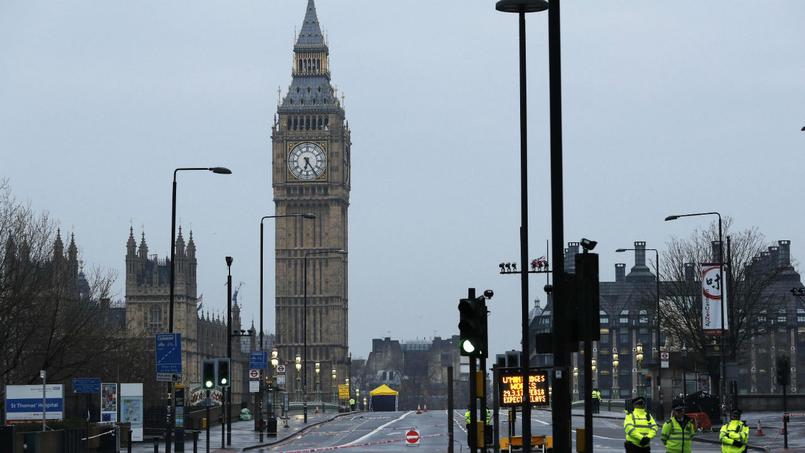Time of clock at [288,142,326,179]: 6:24
